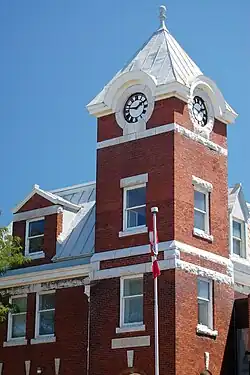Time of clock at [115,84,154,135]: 1:46
